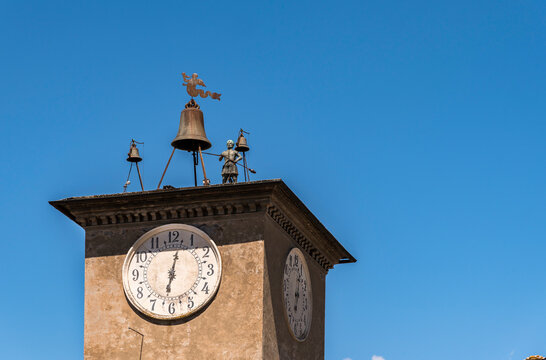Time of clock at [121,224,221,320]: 6:02
